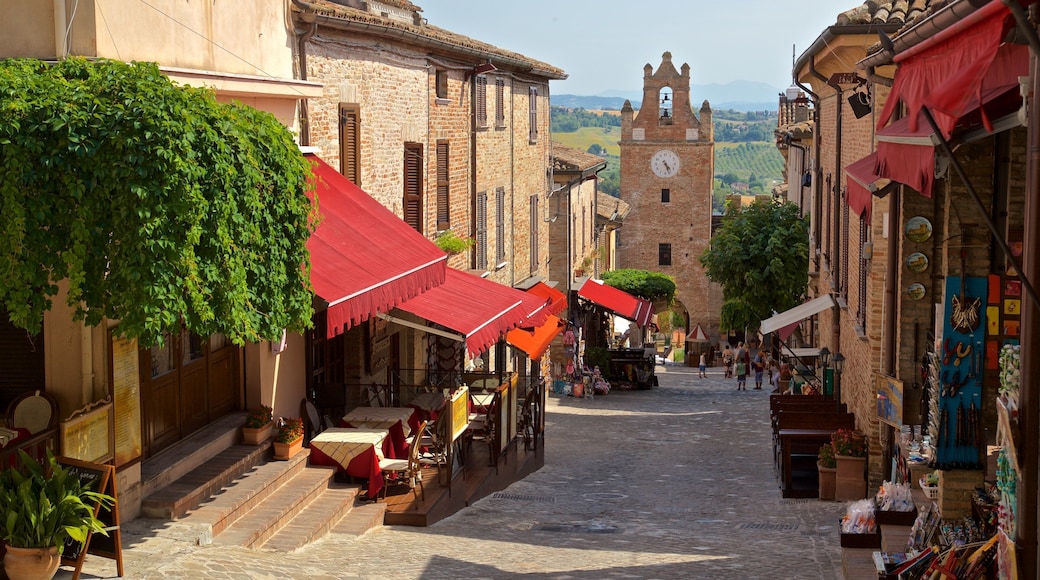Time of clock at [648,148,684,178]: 4:26
